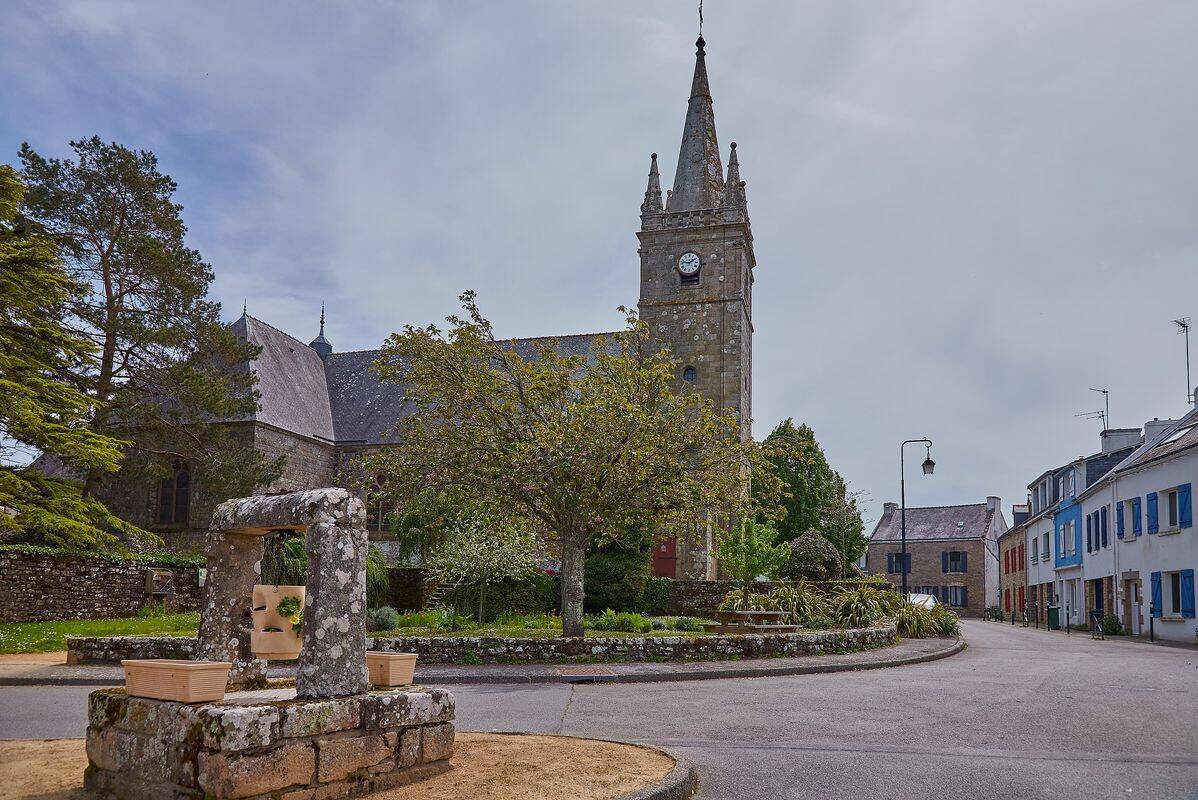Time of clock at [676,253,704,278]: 1:46
